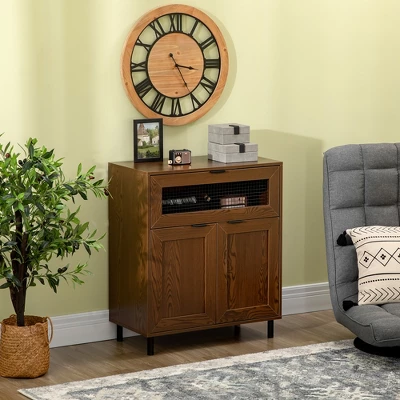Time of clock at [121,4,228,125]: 3:24
